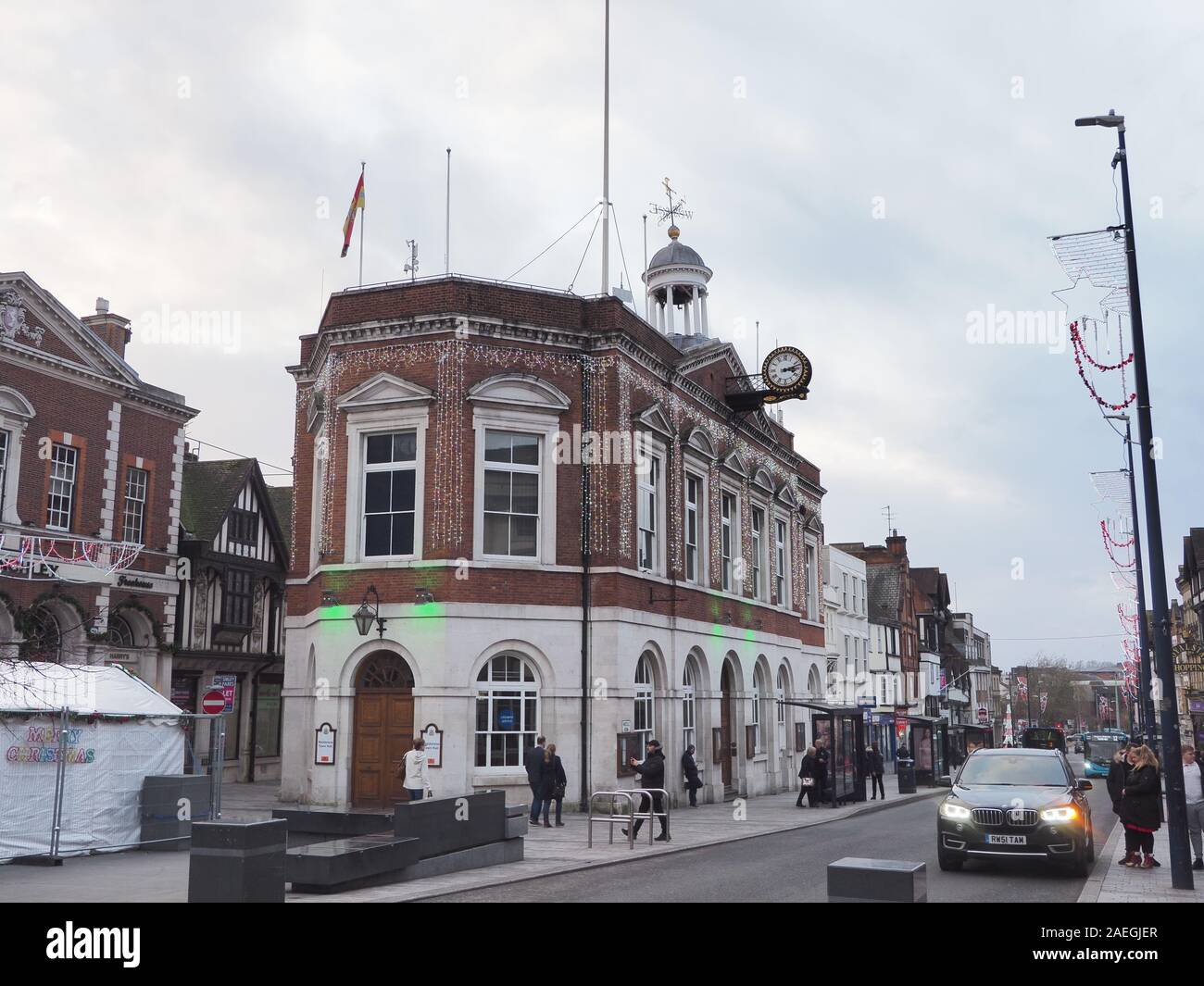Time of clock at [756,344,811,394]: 3:12
